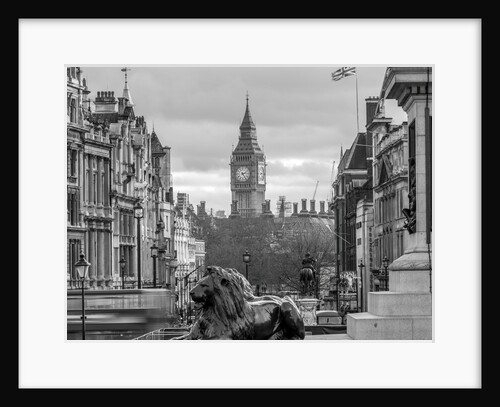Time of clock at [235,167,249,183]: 2:24
